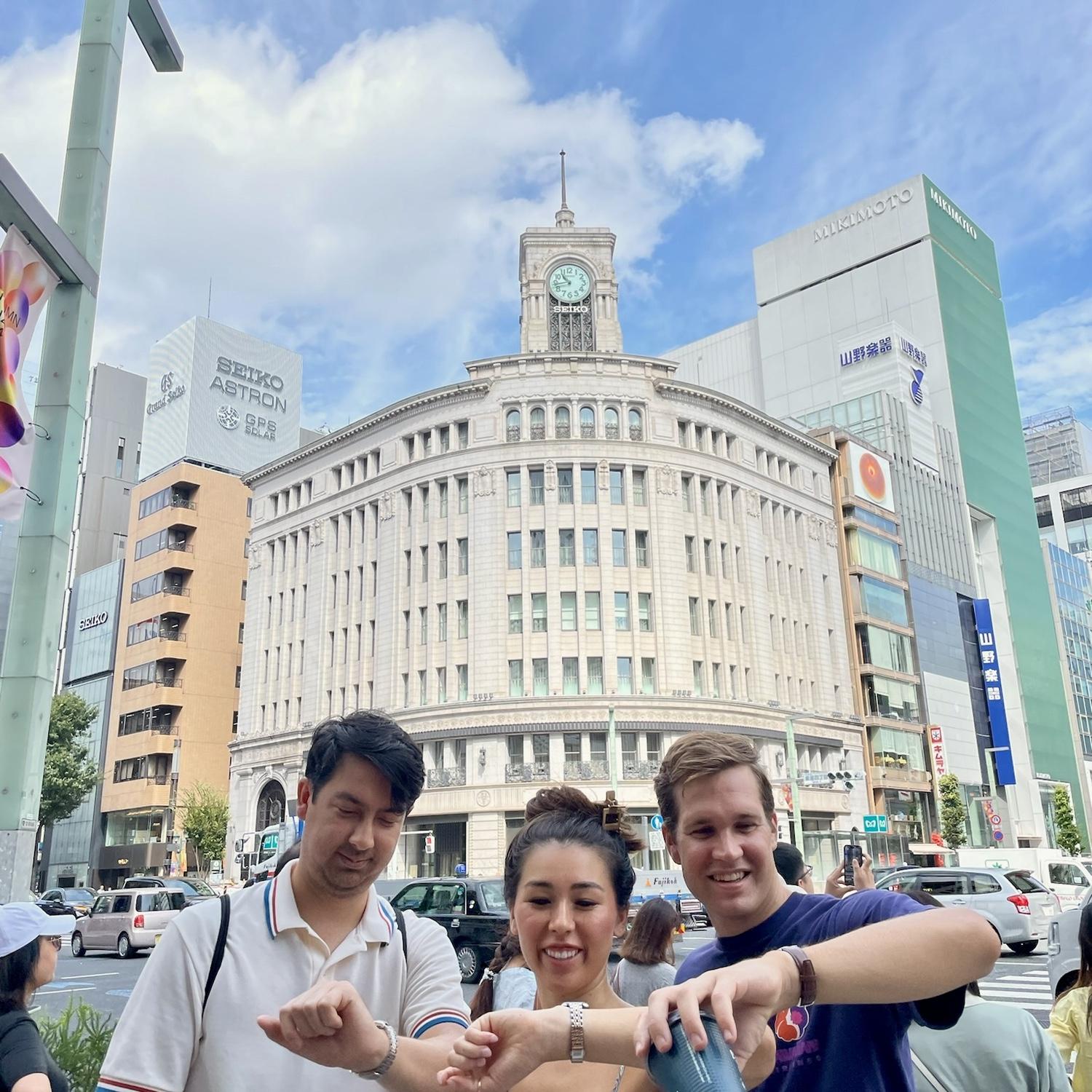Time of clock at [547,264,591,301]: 10:43
